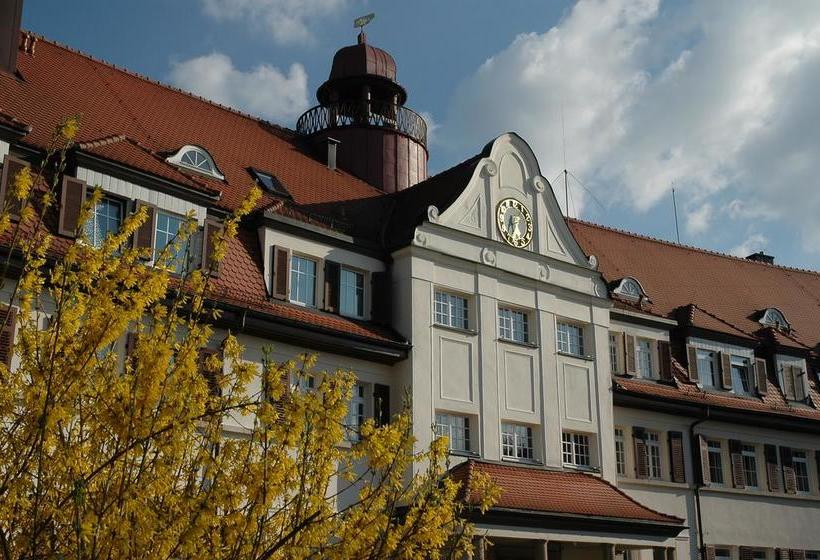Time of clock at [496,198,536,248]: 5:33
